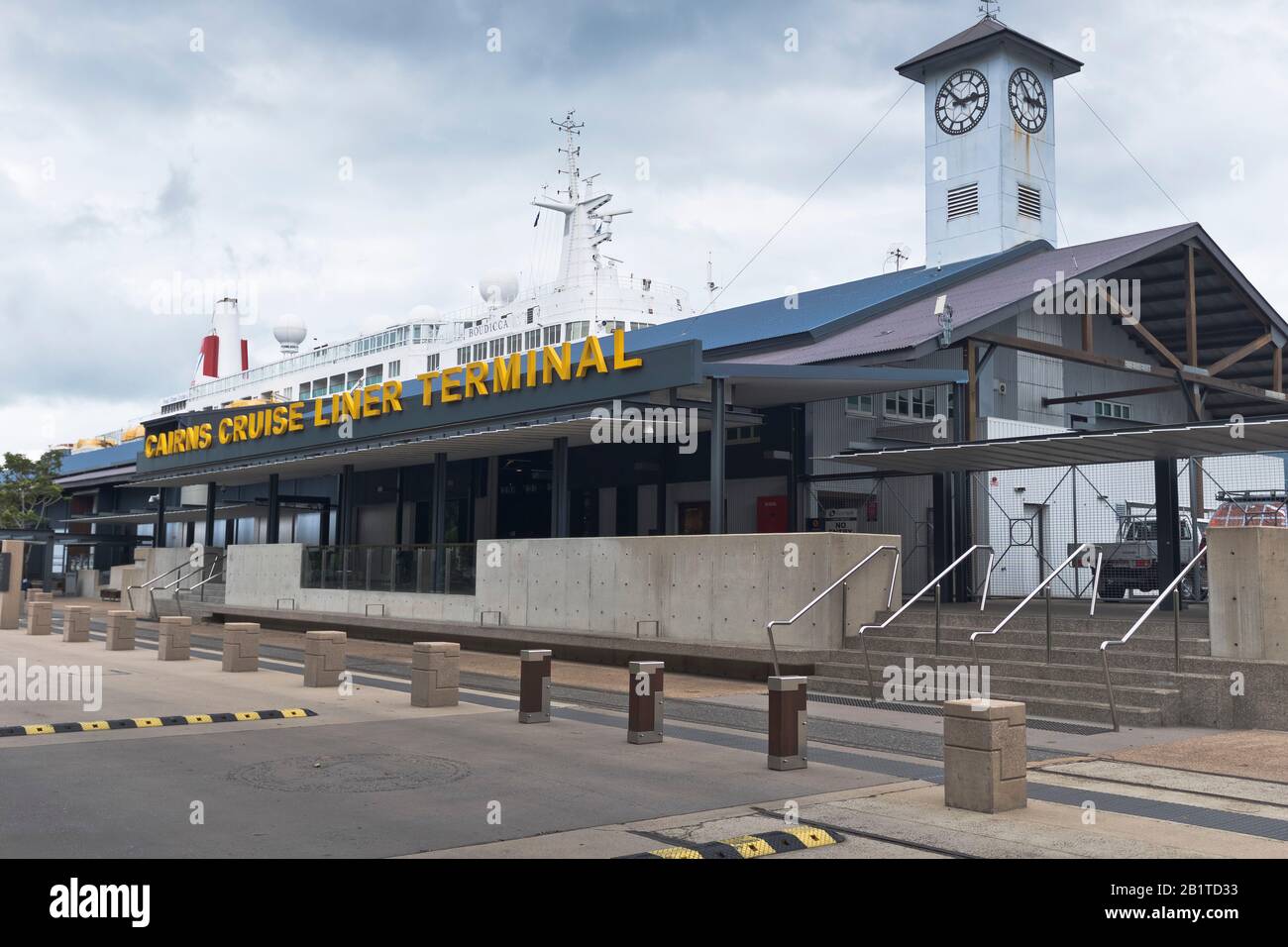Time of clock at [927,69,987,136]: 2:52
